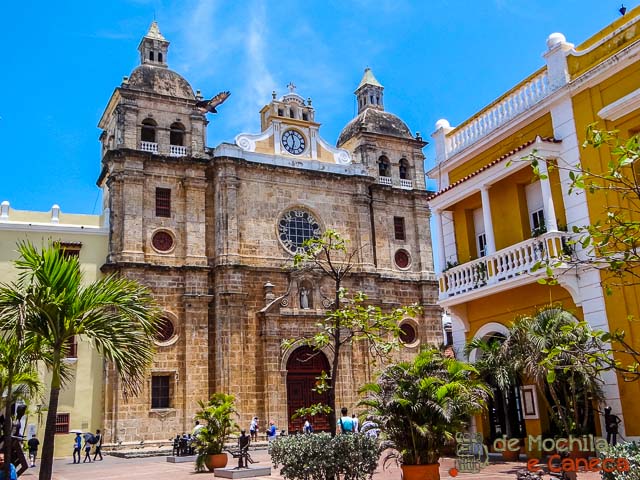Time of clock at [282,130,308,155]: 11:32
